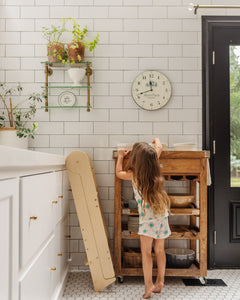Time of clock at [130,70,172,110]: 11:42
